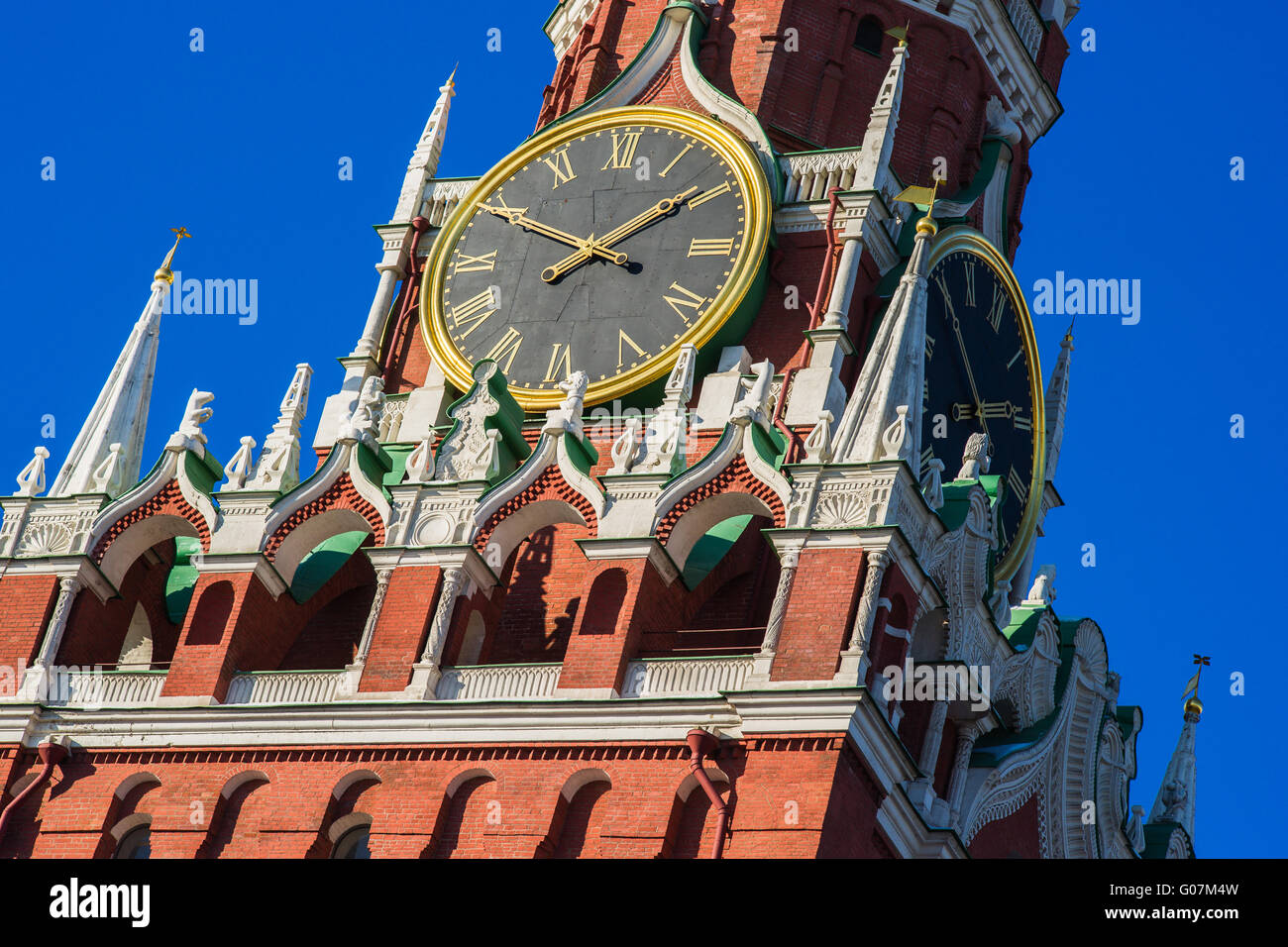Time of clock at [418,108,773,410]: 1:49
